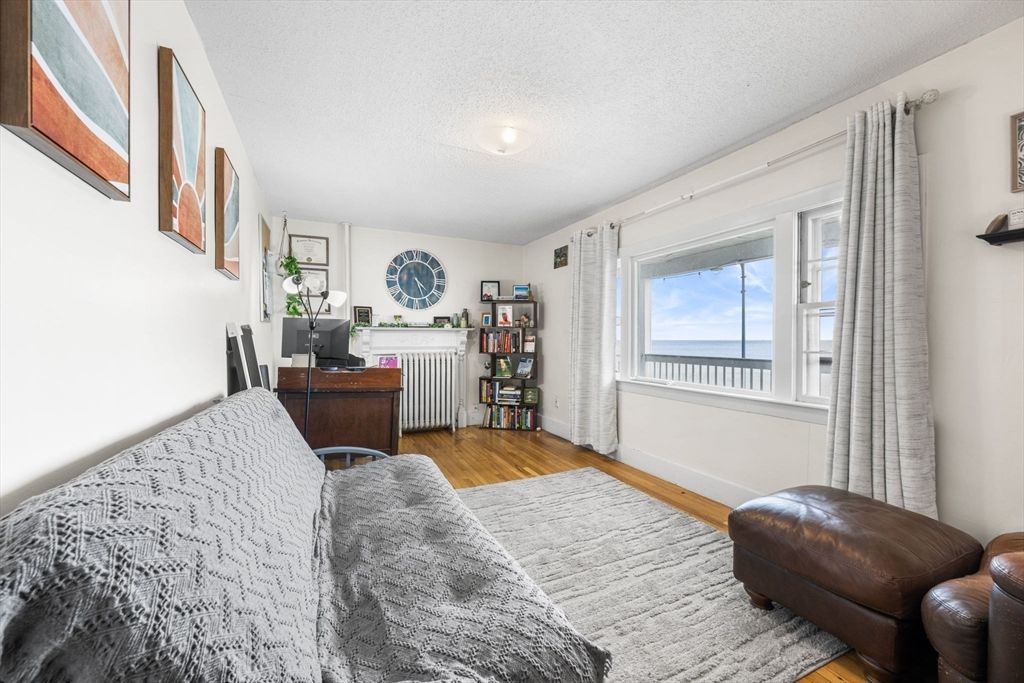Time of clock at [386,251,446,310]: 4:26
